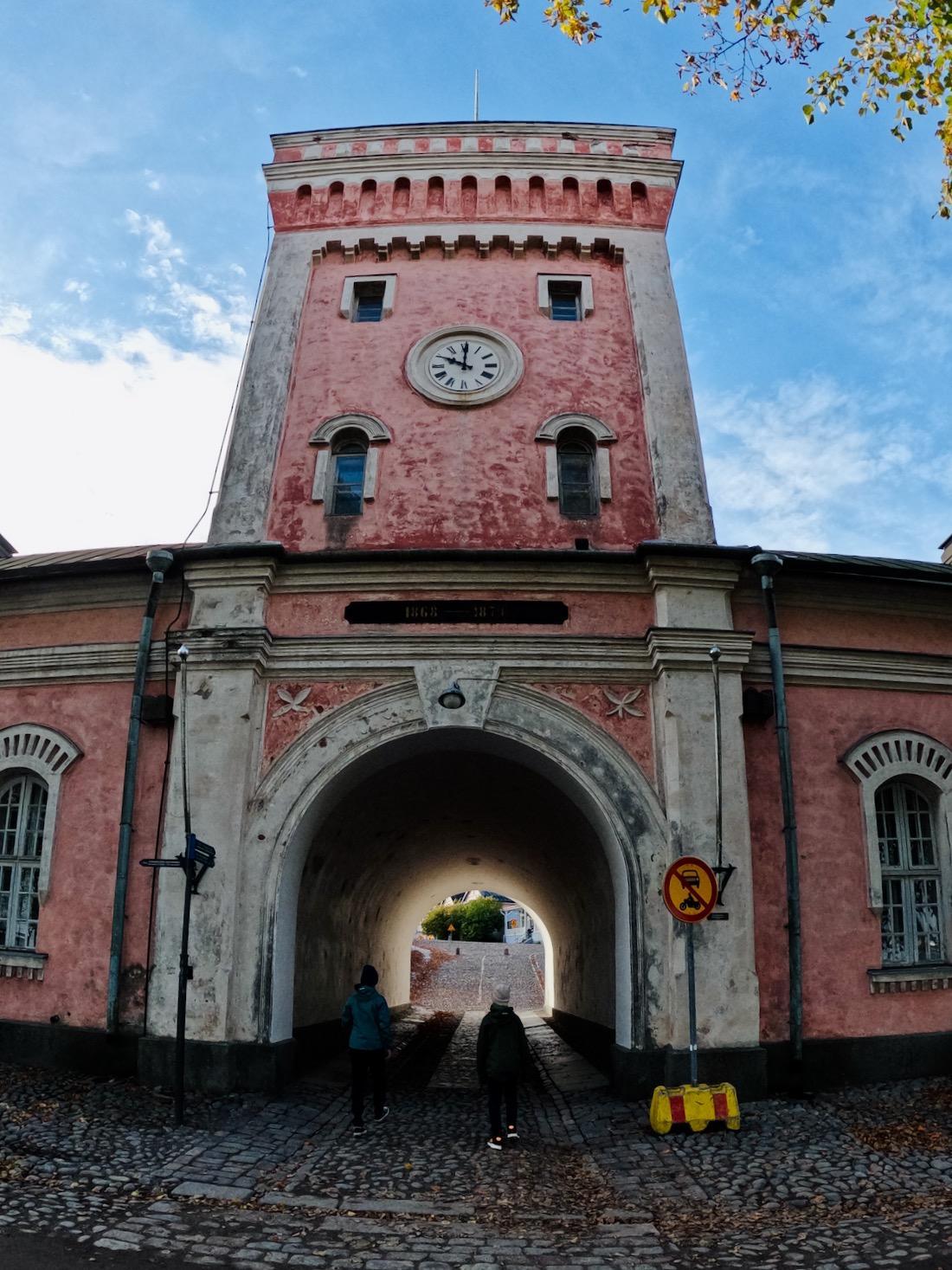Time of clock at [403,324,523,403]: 10:00
